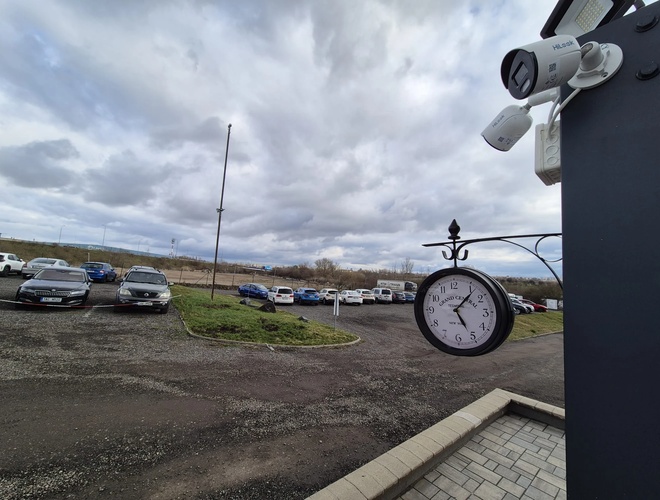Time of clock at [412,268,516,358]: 5:06
